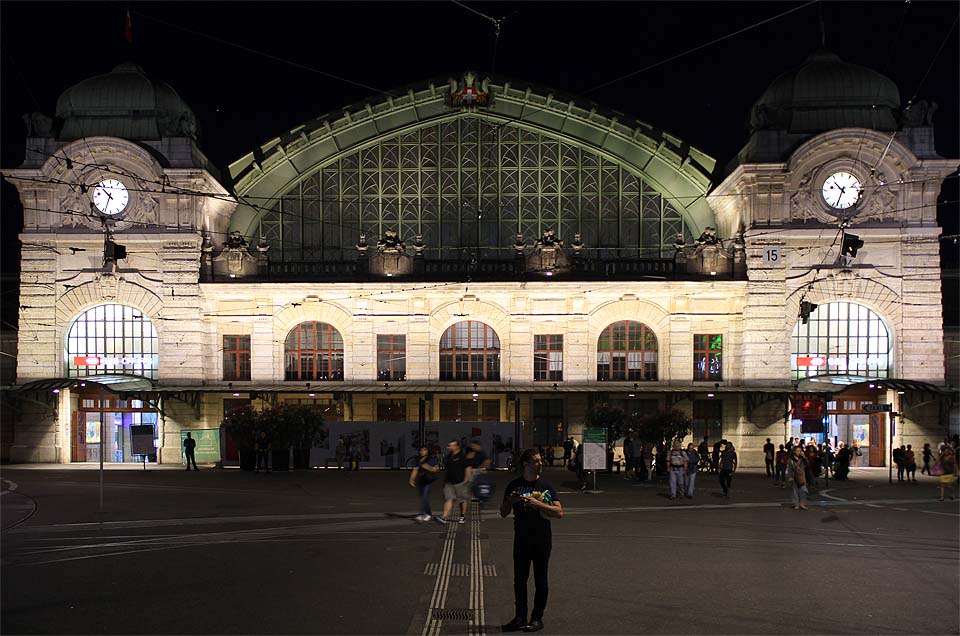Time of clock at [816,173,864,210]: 10:33
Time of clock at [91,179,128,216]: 10:33
